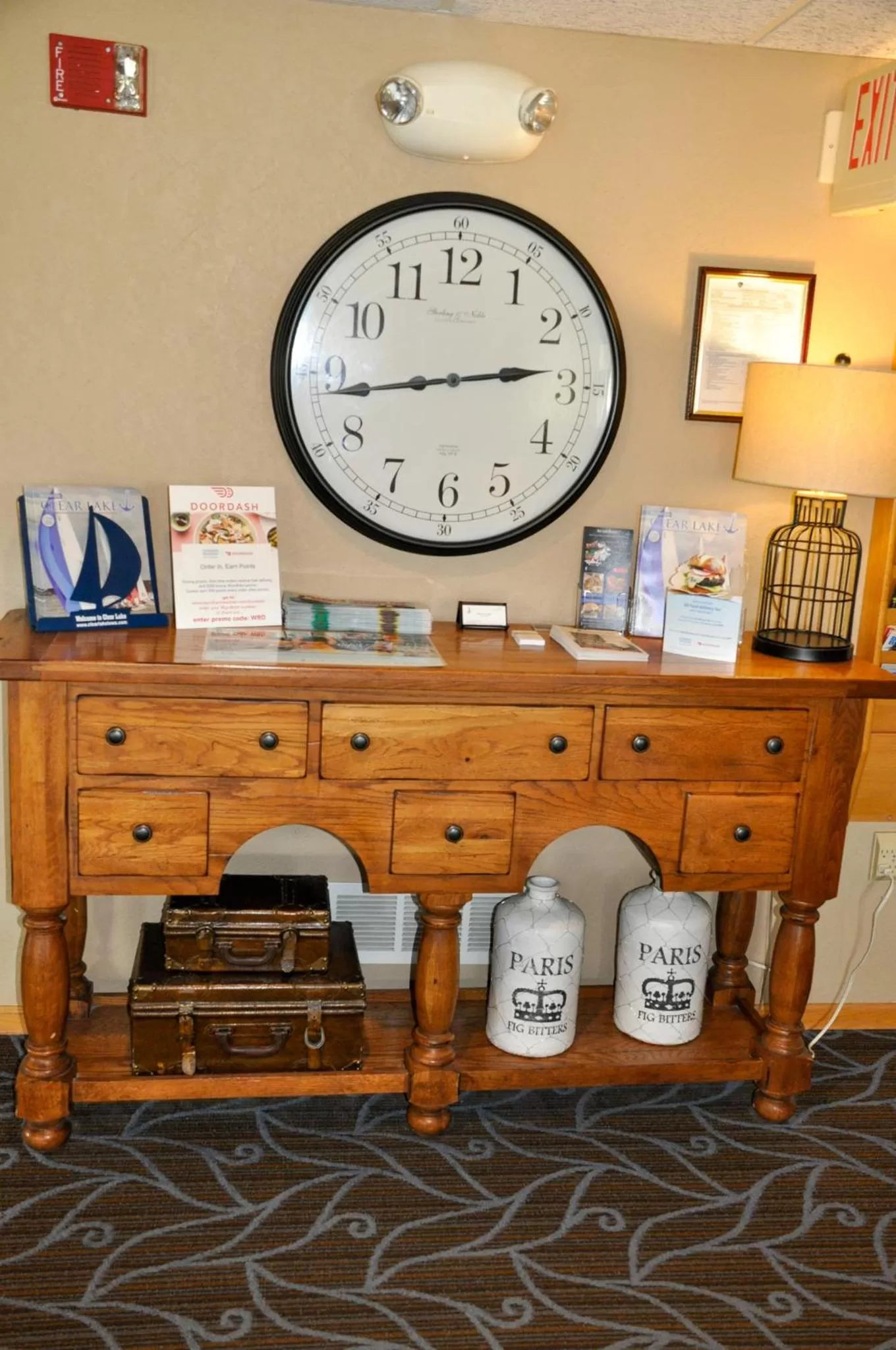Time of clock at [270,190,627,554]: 2:43
